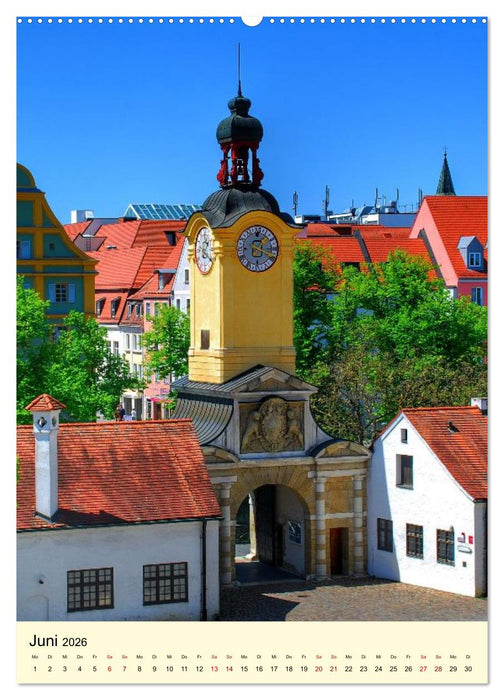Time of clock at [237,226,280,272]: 1:18
